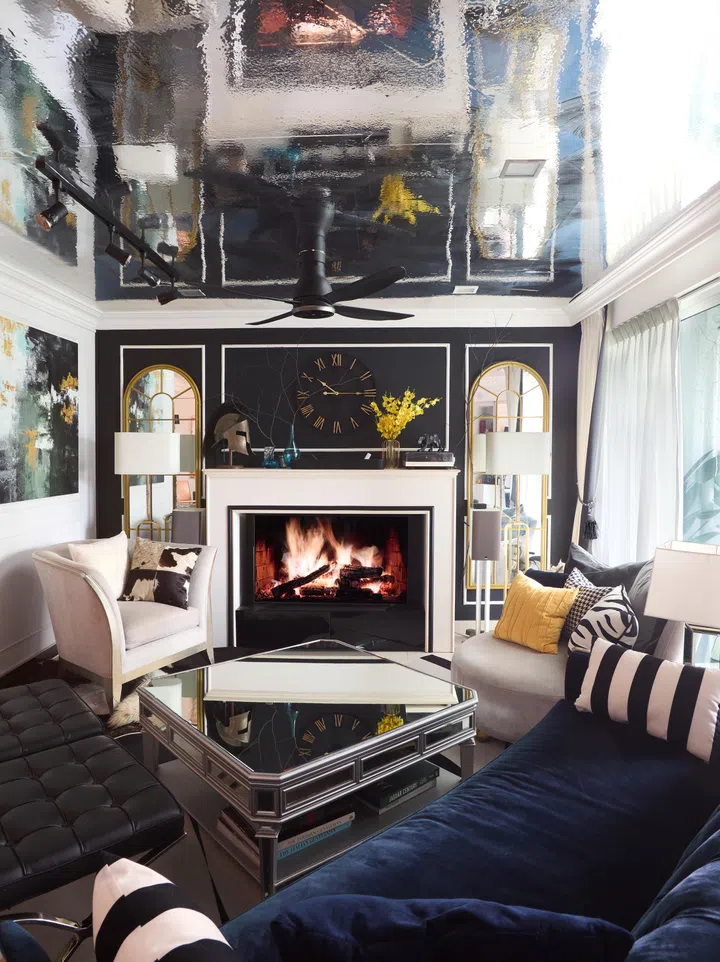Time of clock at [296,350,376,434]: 10:14
